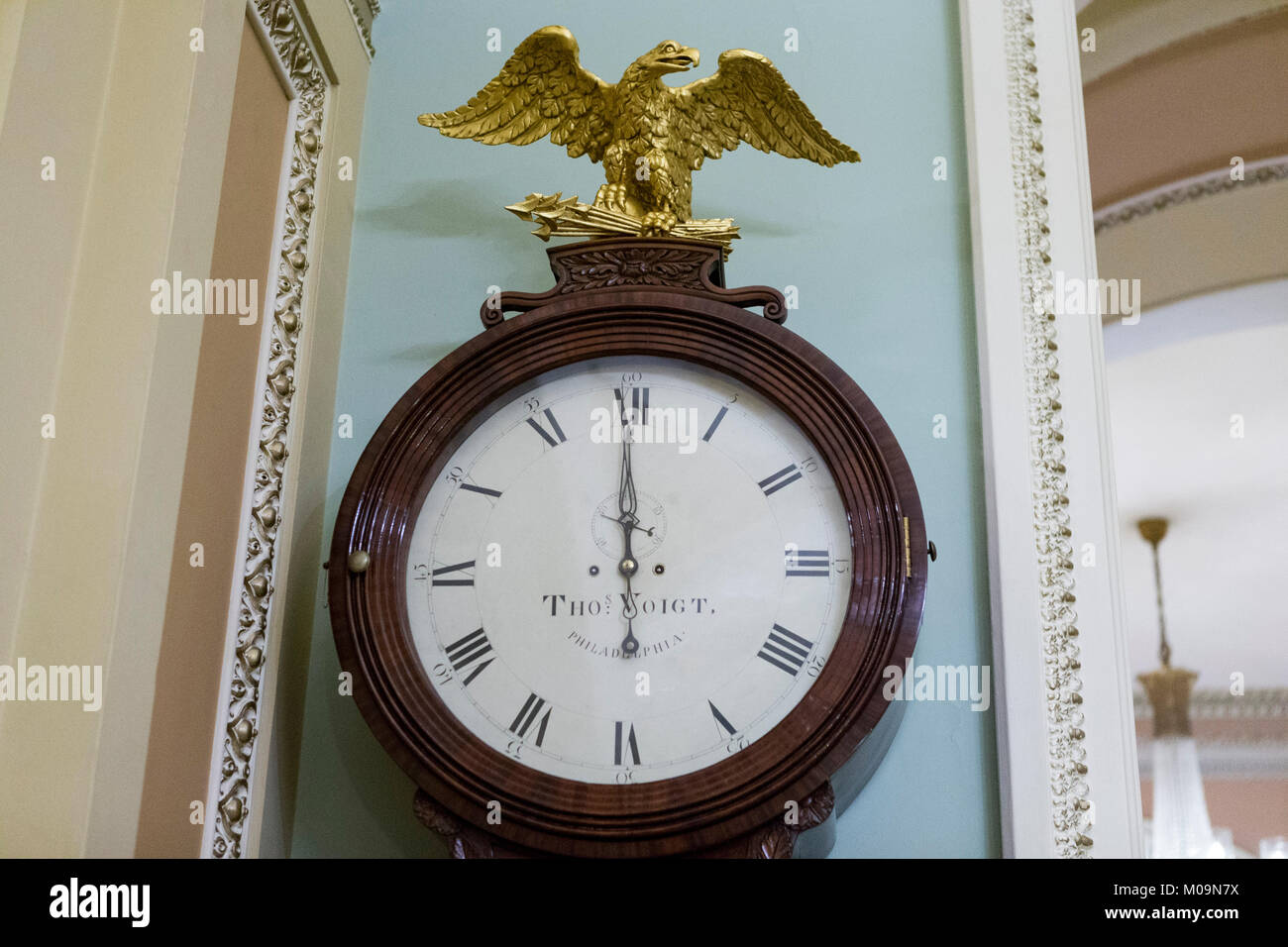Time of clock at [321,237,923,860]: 5:59
